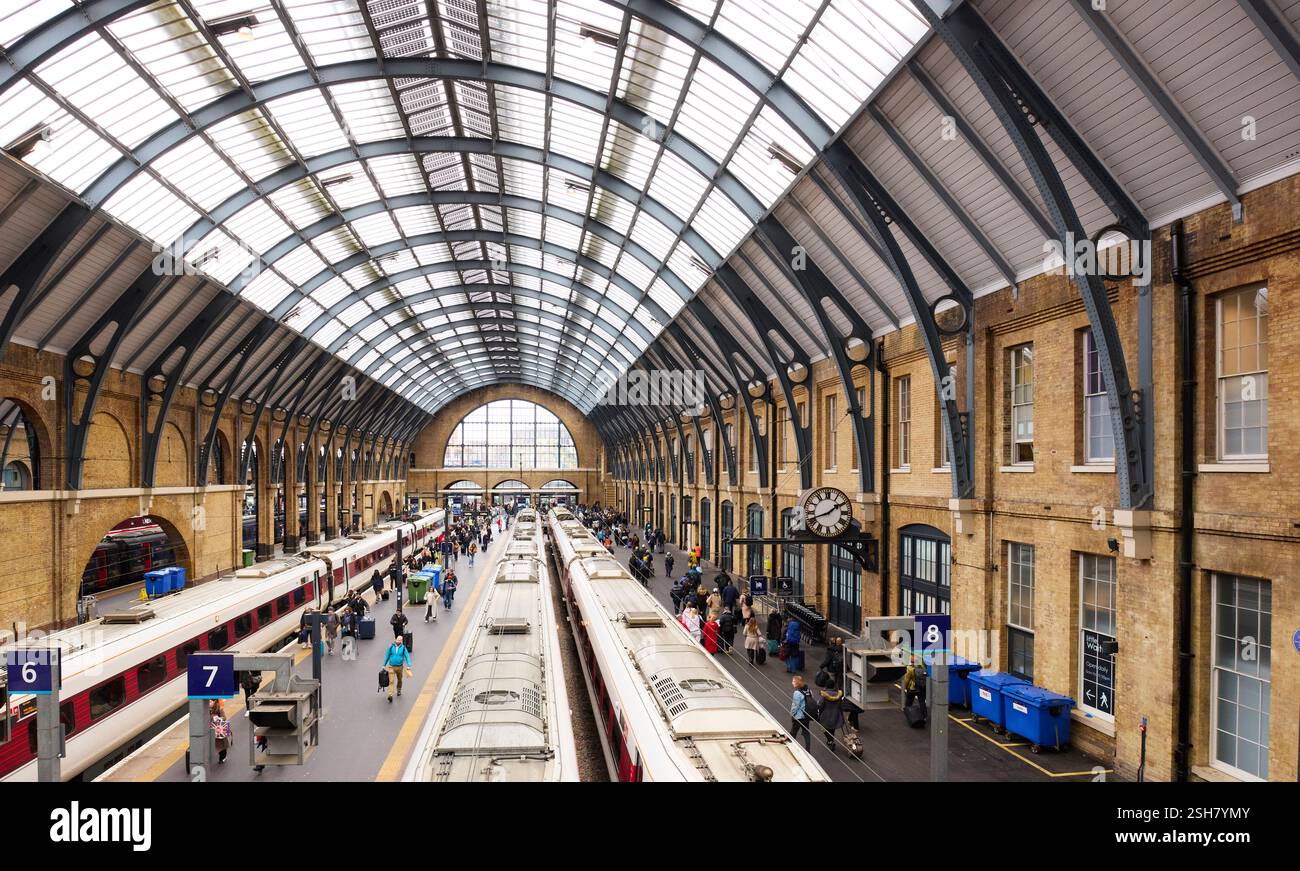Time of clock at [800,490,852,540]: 1:41
